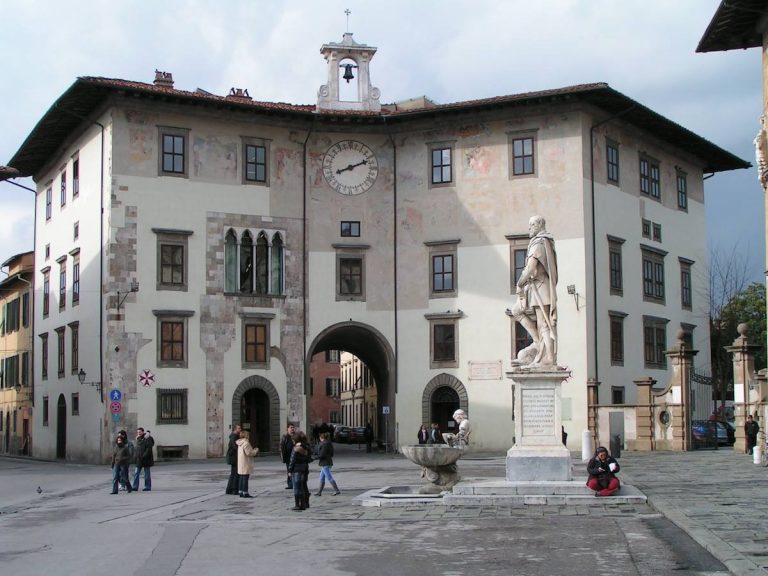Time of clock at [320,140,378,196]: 8:11
